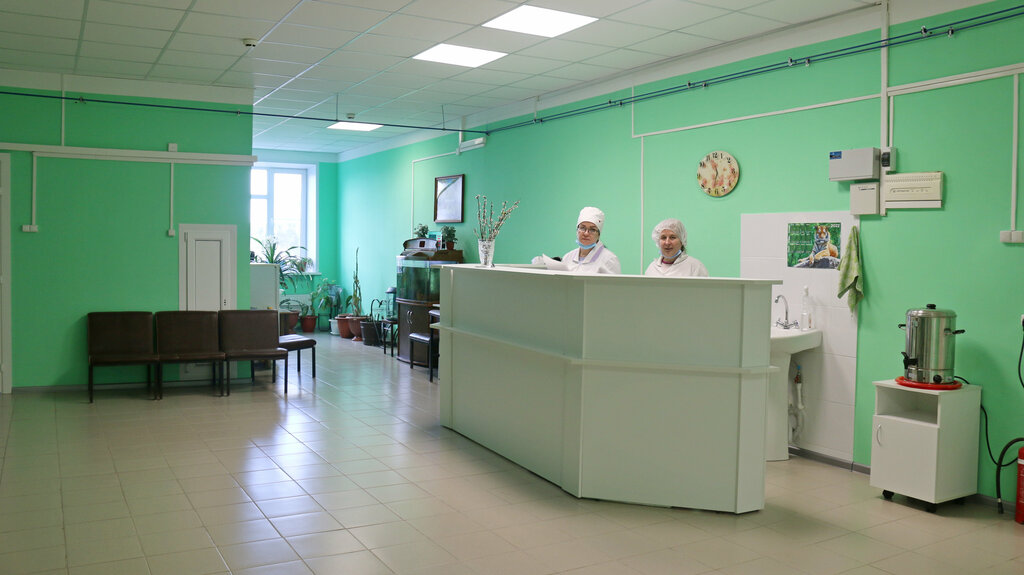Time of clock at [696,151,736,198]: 11:32
